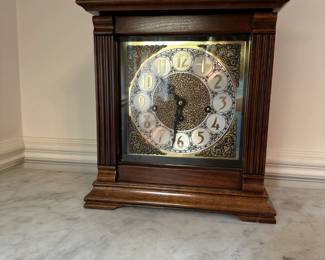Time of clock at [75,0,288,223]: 6:32
